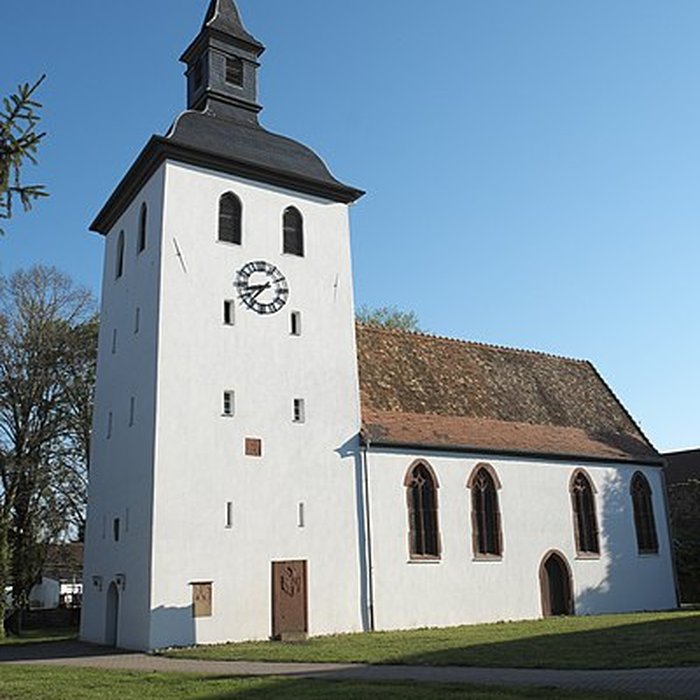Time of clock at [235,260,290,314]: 8:37
